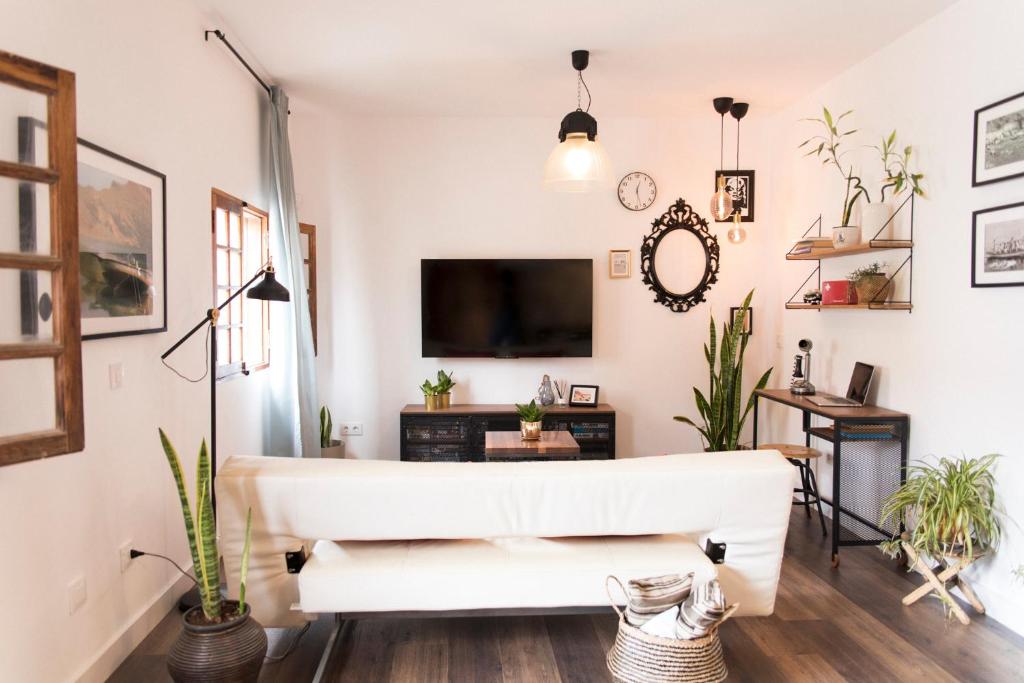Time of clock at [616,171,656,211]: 12:27
